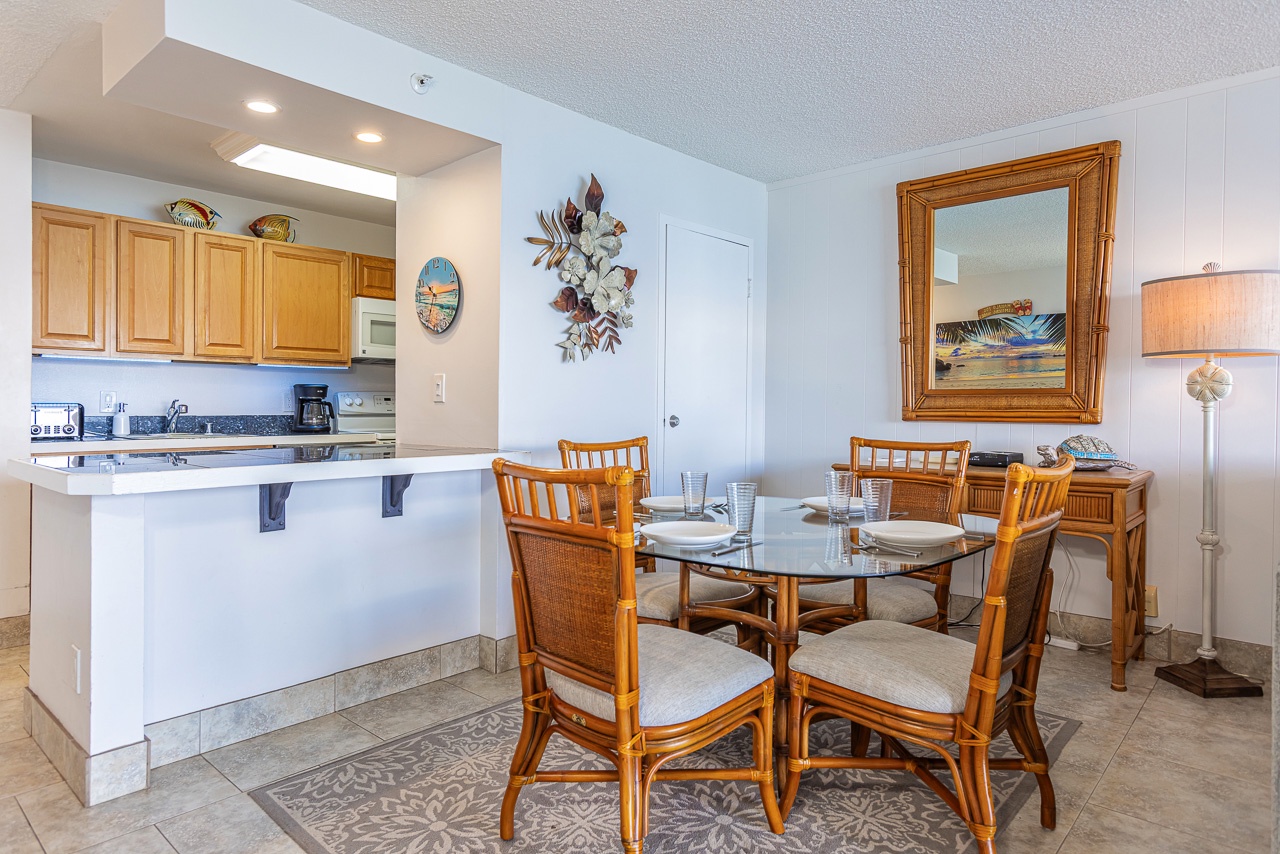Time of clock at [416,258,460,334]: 10:14
